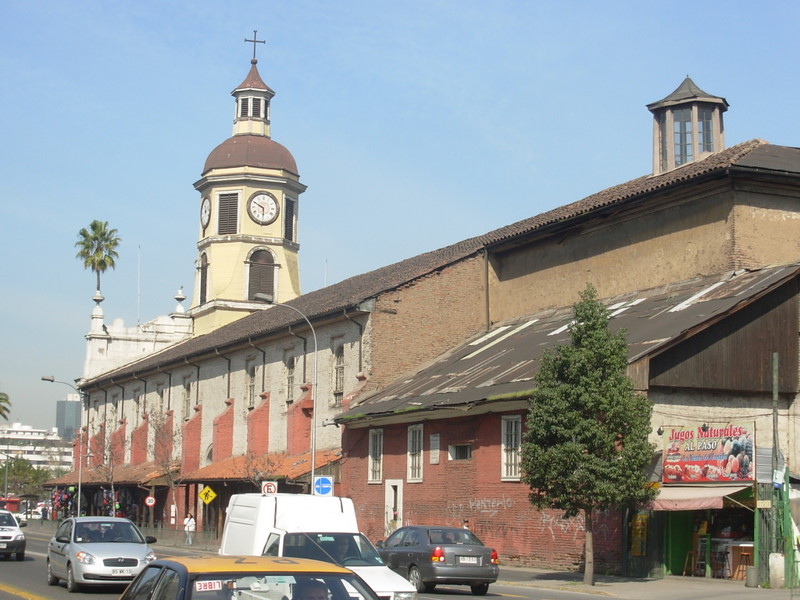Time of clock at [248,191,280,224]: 5:49
